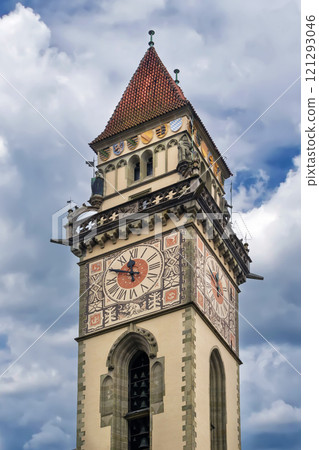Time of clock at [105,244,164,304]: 11:49
